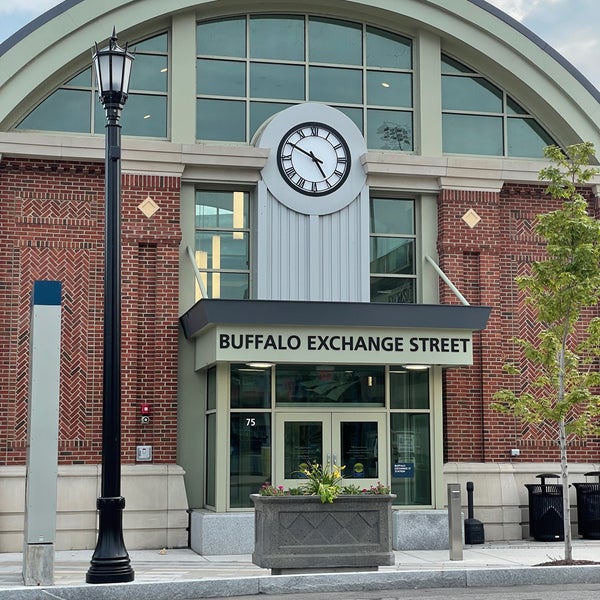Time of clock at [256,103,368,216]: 4:49
